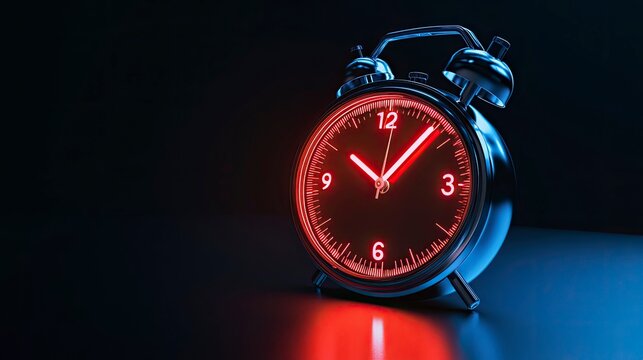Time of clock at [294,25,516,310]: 10:07
